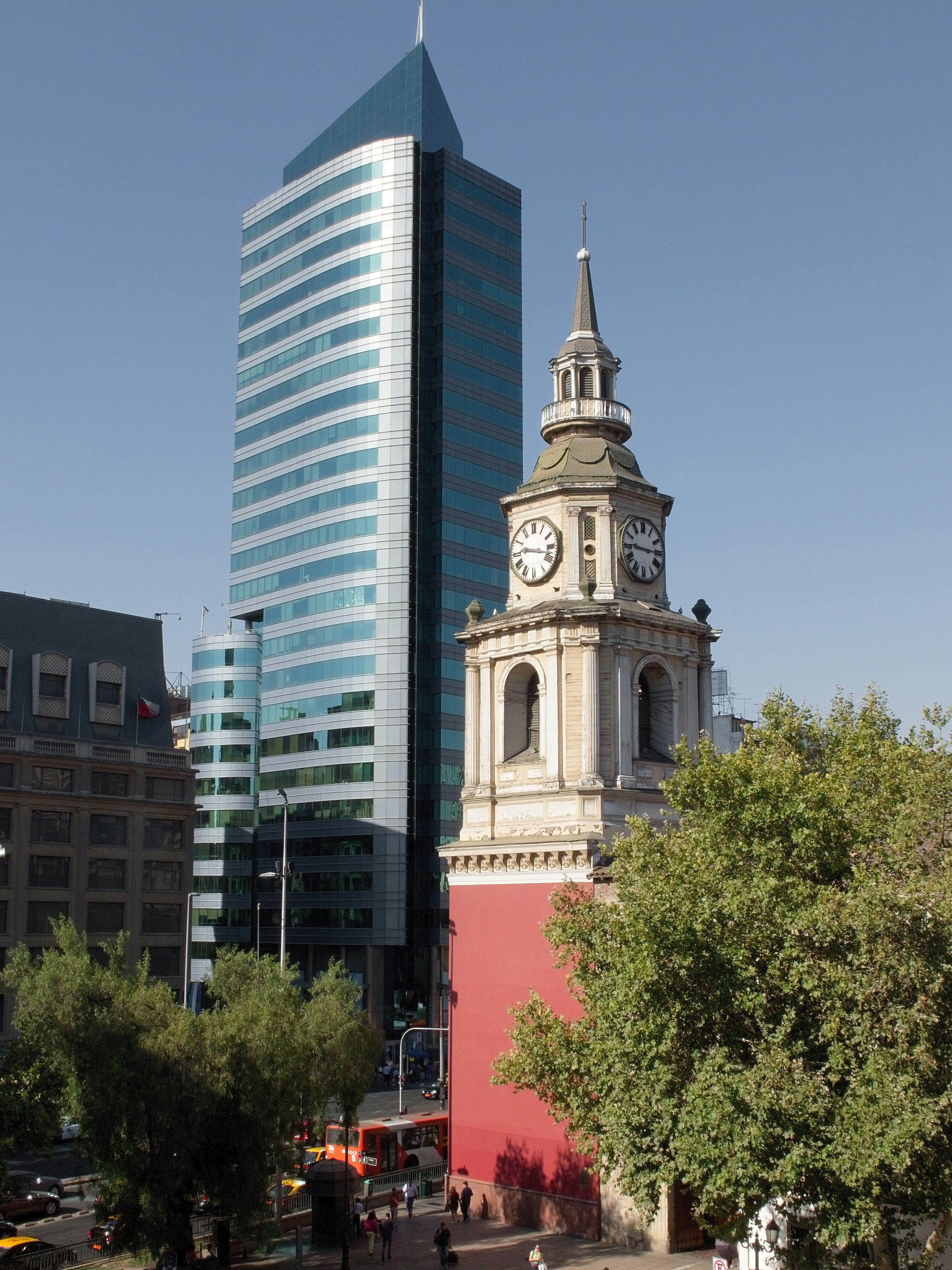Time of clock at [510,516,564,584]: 9:17
